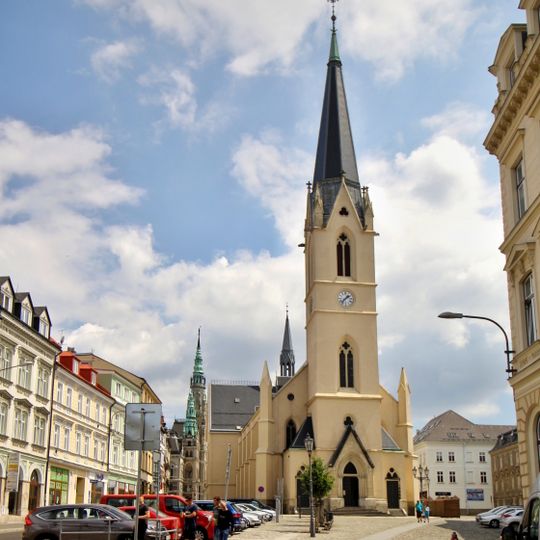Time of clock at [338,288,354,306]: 1:36
